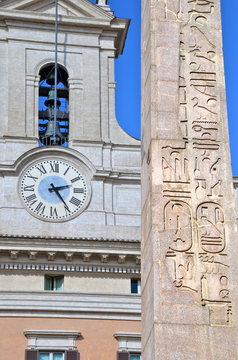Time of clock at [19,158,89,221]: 2:24
